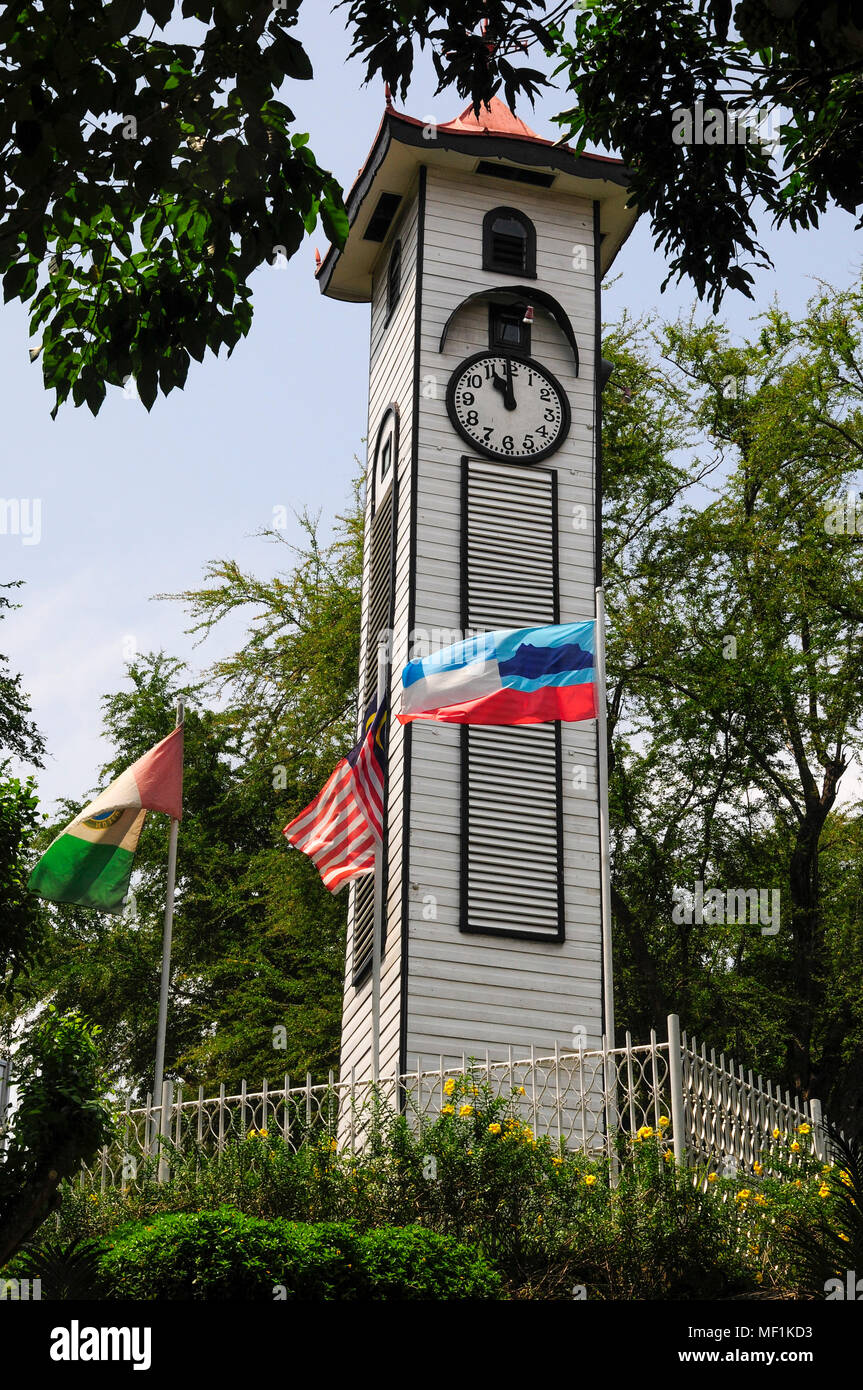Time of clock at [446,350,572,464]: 10:59
